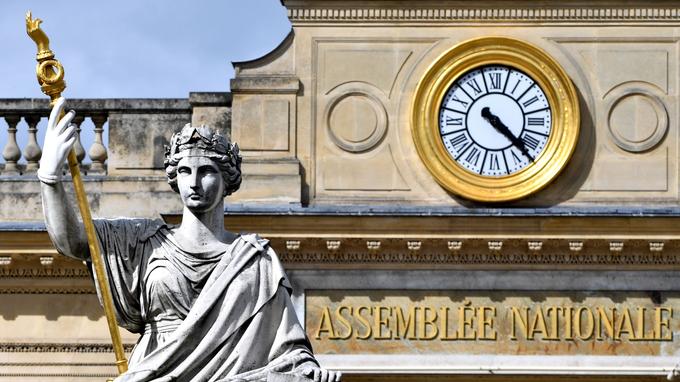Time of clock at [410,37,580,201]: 4:22
